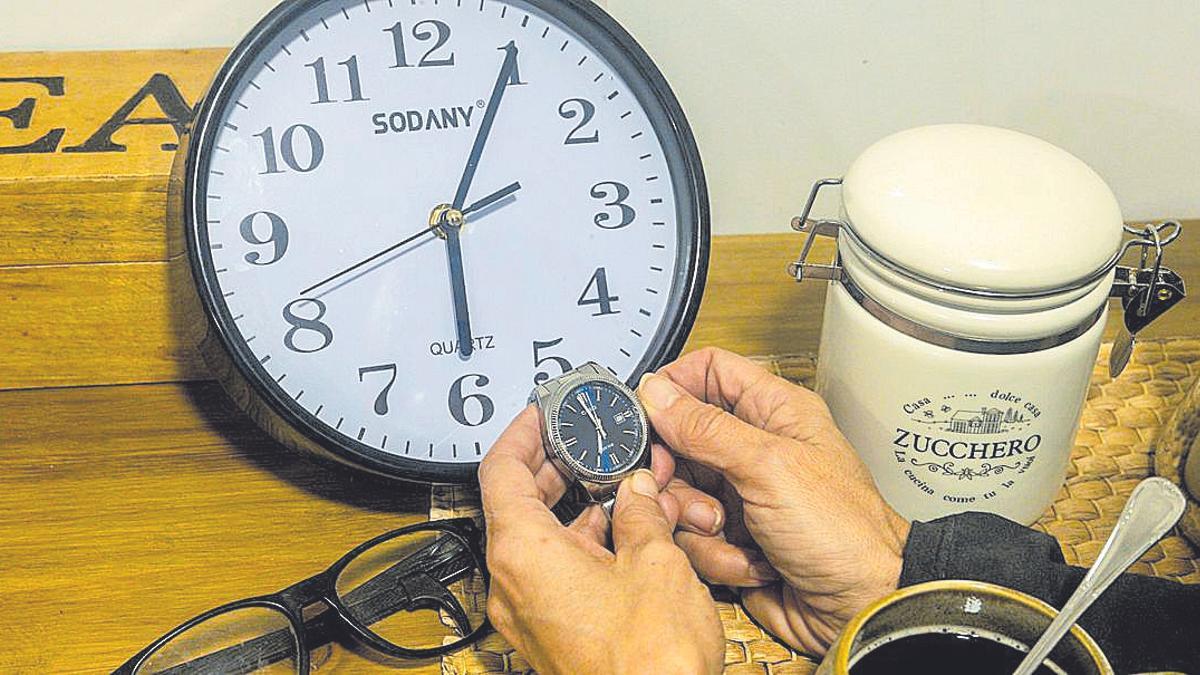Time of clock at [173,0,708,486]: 2:29
